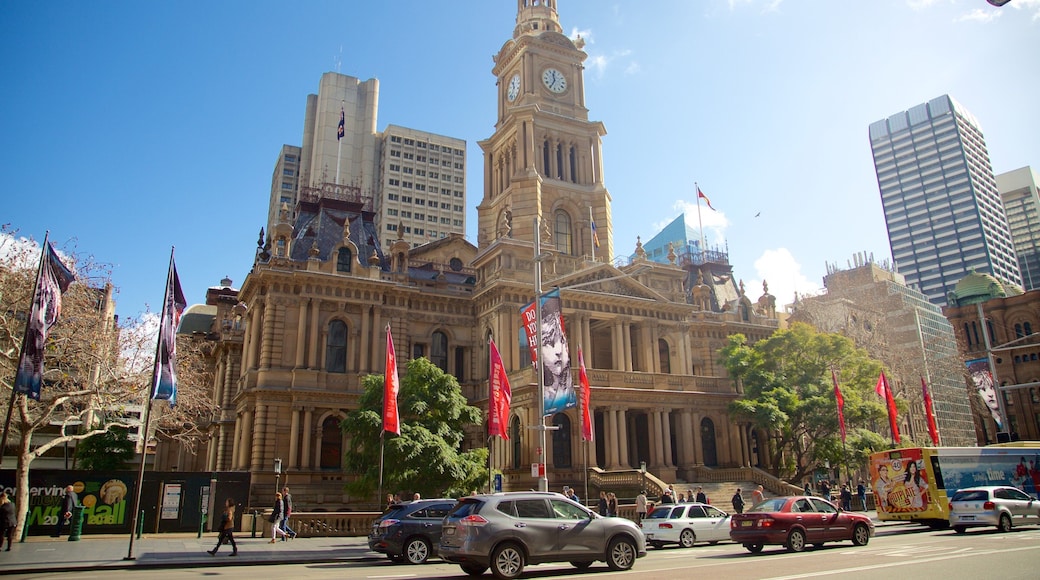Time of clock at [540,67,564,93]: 11:34
